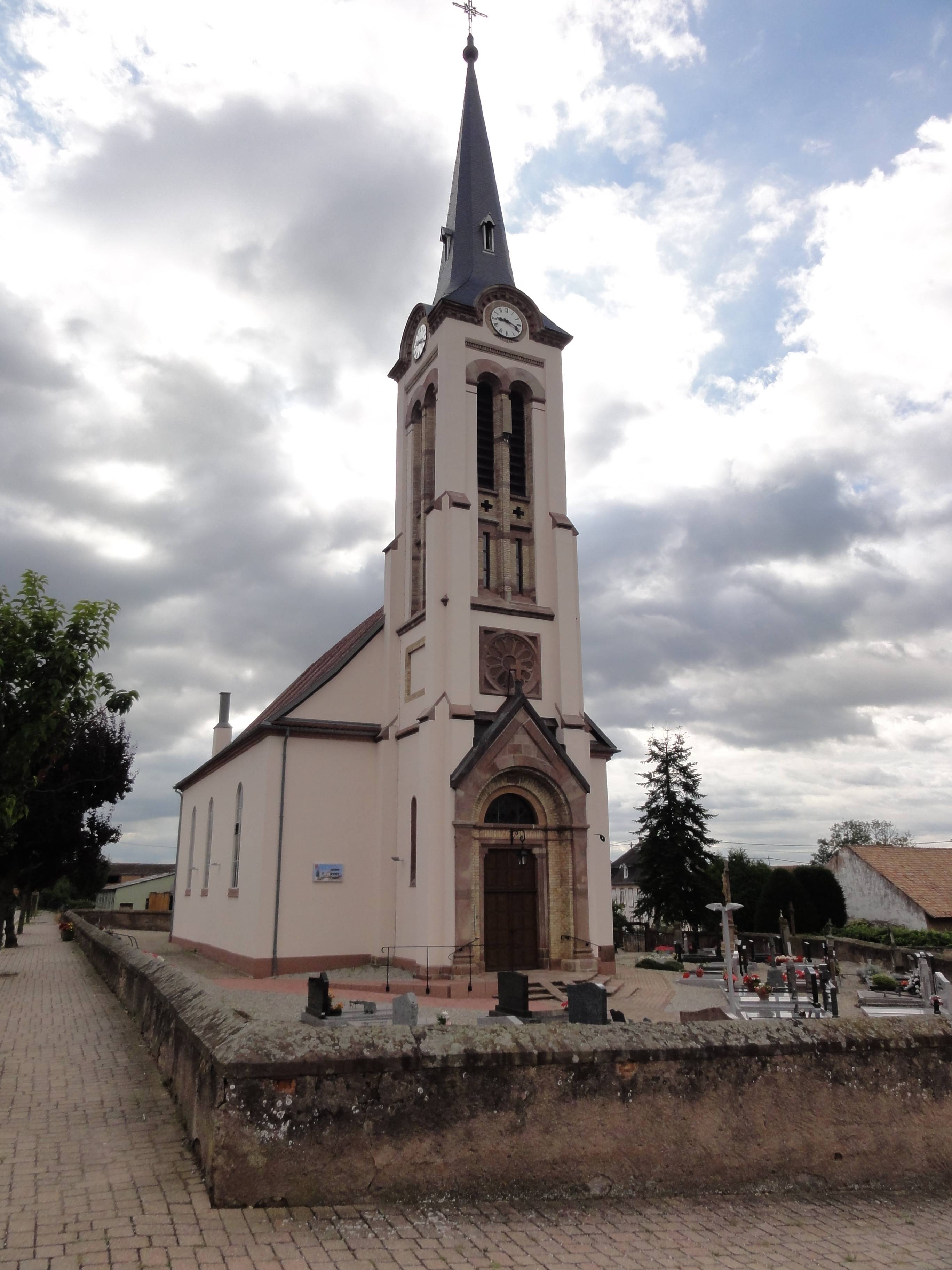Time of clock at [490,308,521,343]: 9:18
